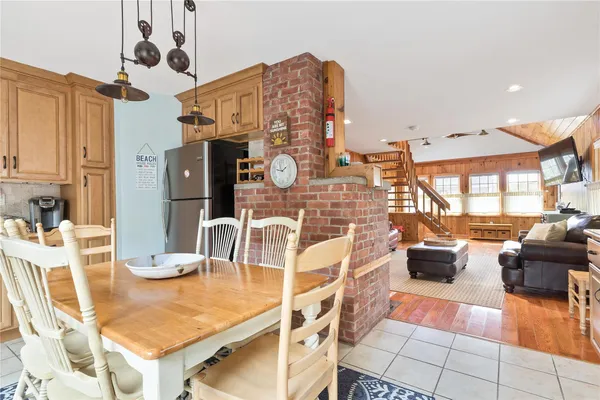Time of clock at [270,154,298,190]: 1:47
